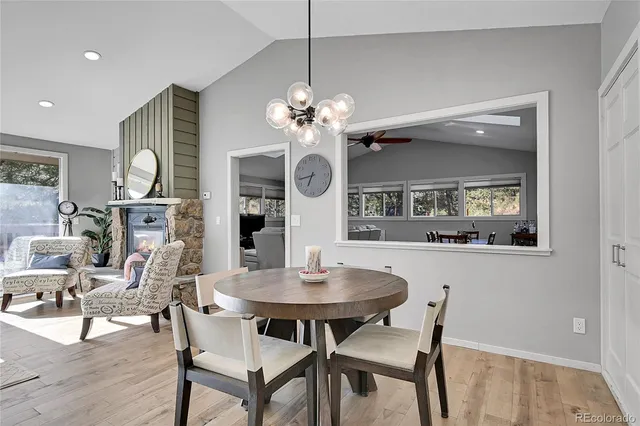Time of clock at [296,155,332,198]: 6:43
